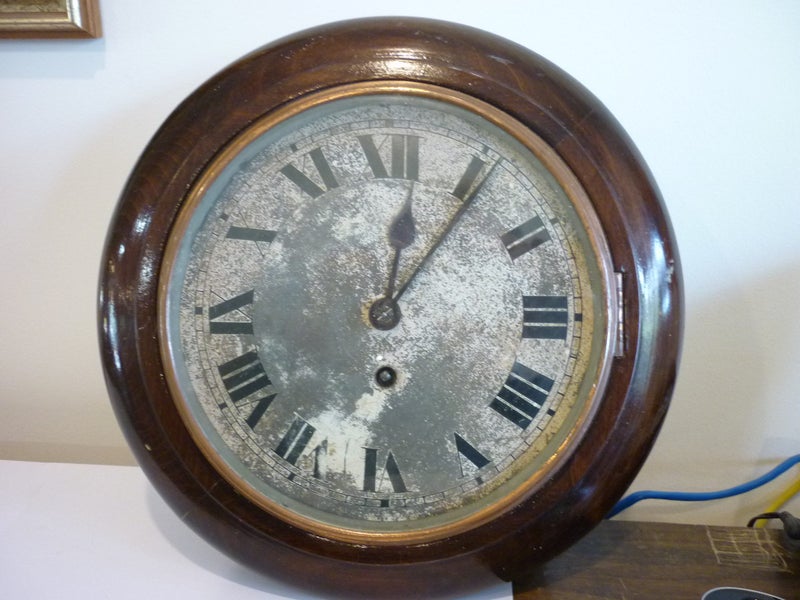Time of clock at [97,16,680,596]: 12:05
